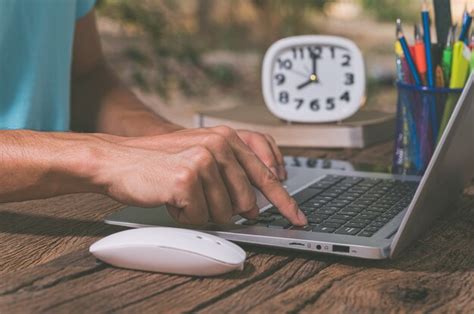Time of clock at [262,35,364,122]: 7:59
